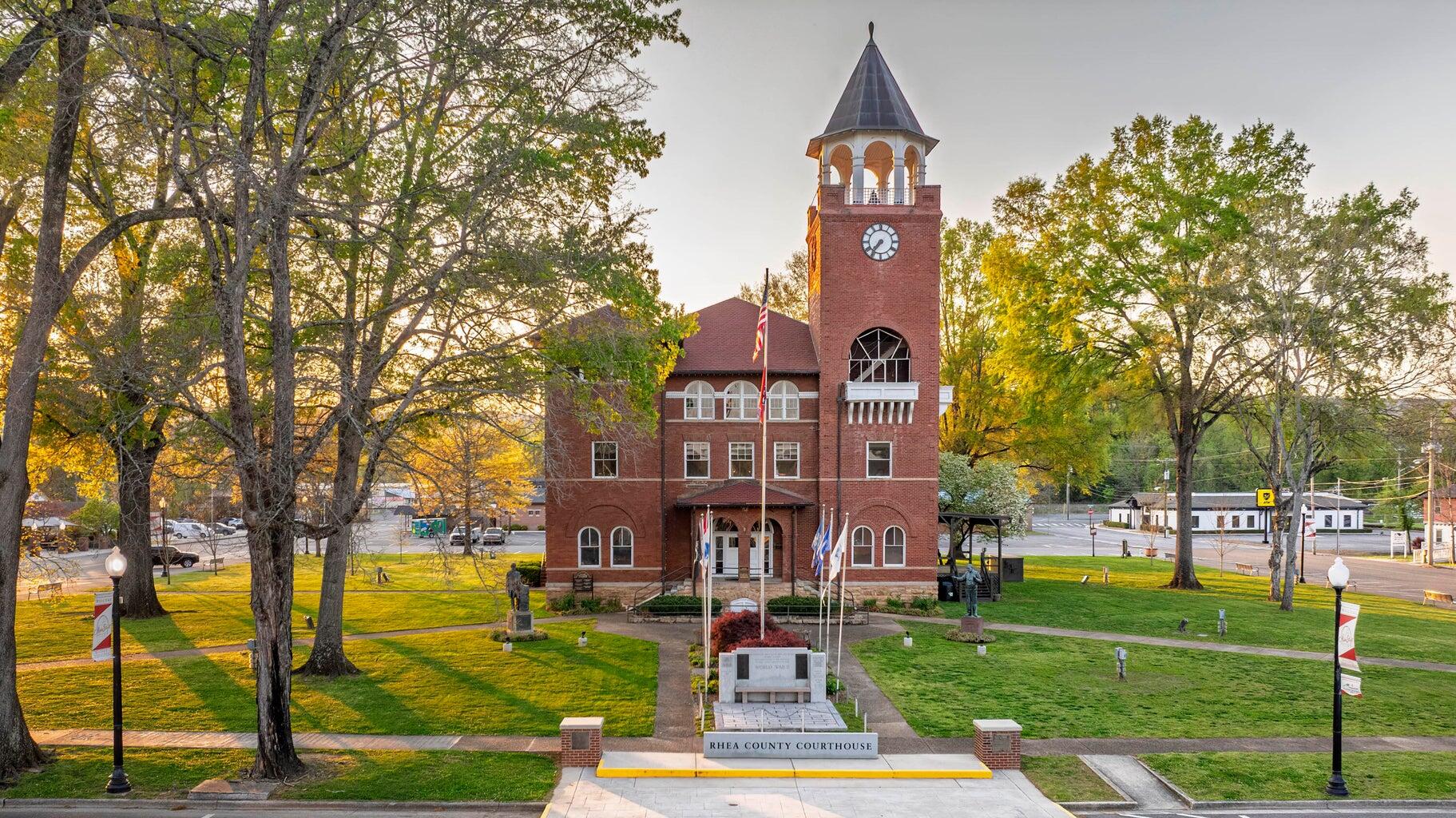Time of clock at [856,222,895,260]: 7:36
